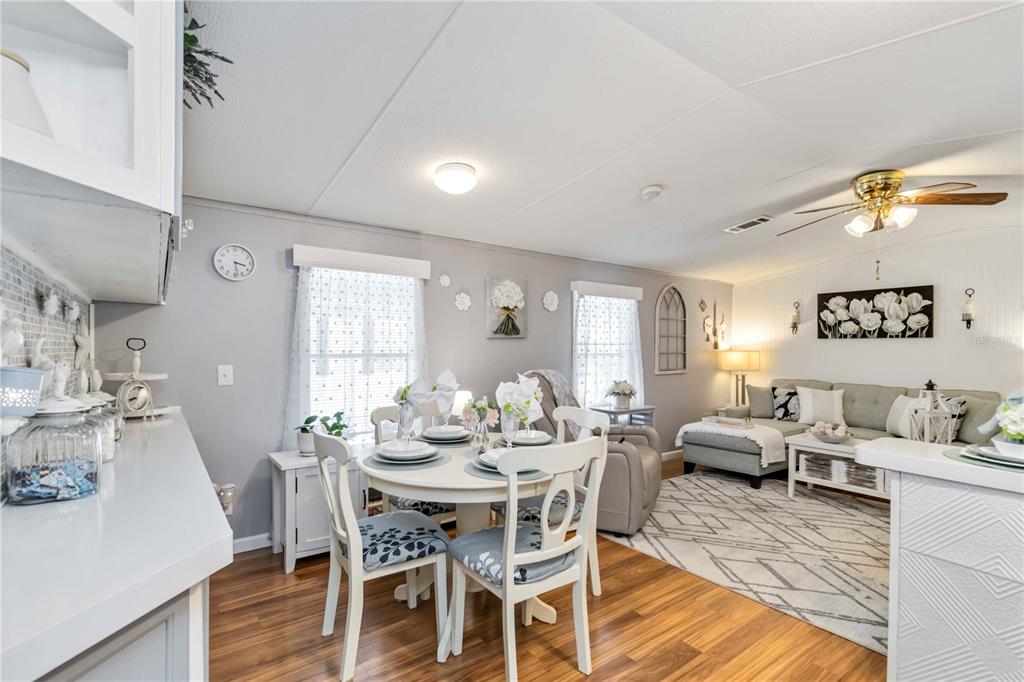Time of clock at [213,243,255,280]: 3:28
